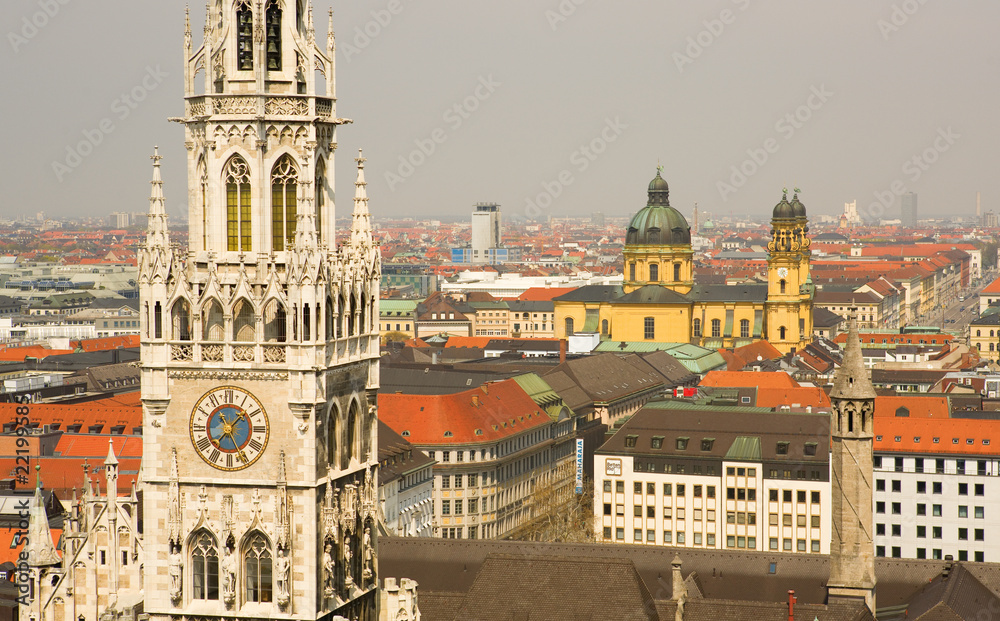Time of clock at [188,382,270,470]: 11:07
